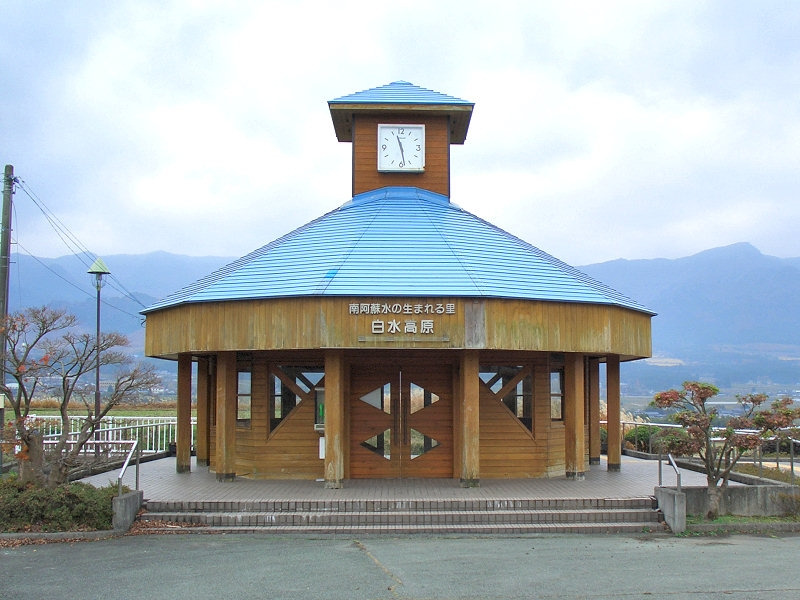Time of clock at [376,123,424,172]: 11:28
